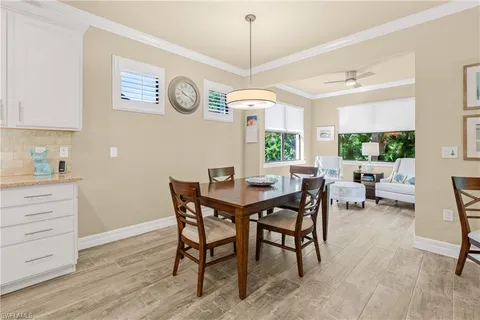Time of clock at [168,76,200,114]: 10:18
